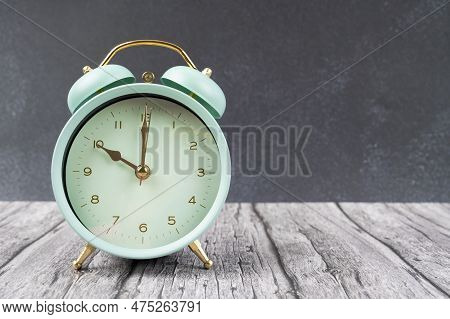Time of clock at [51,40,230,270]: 10:00
